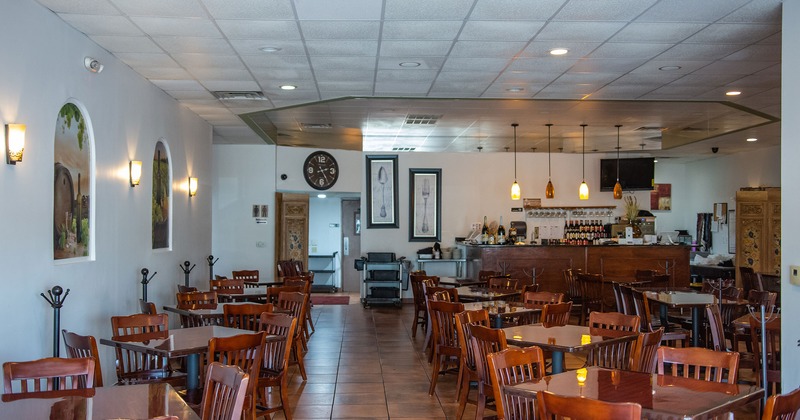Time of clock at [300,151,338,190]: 2:24
